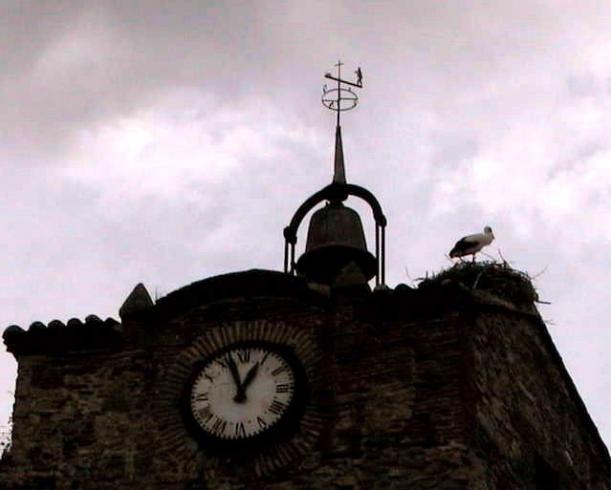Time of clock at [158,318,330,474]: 12:57
